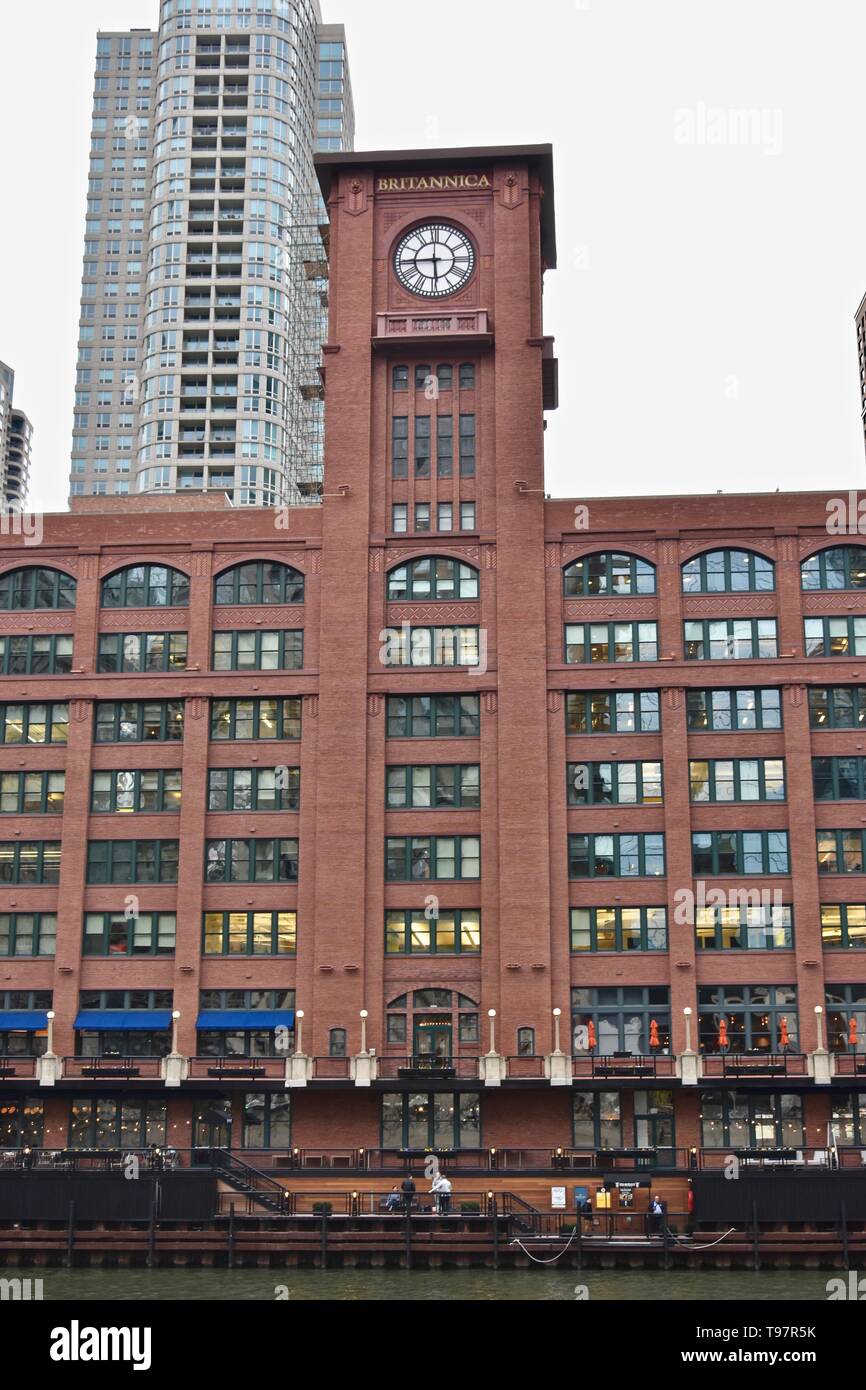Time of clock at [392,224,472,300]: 5:44
